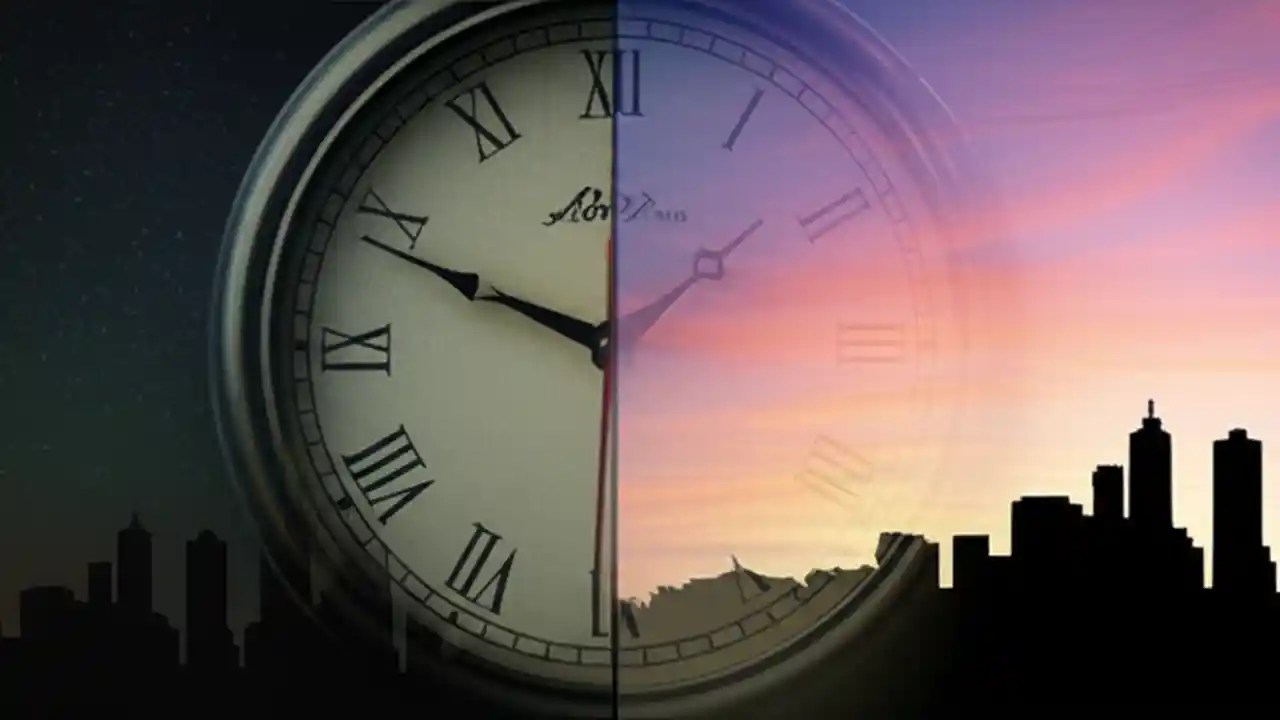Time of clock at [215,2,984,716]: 9:49
